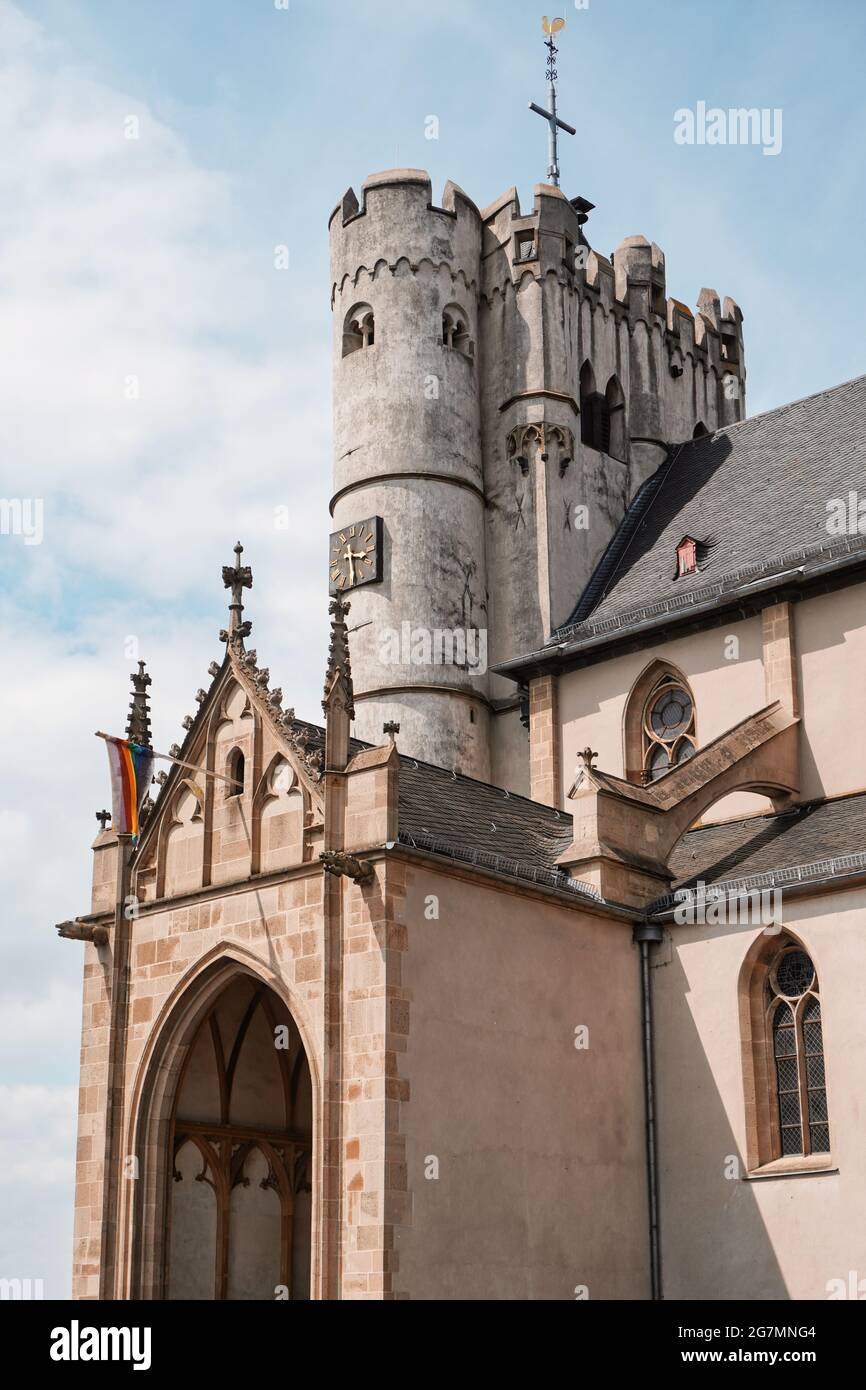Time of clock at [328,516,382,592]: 3:29
